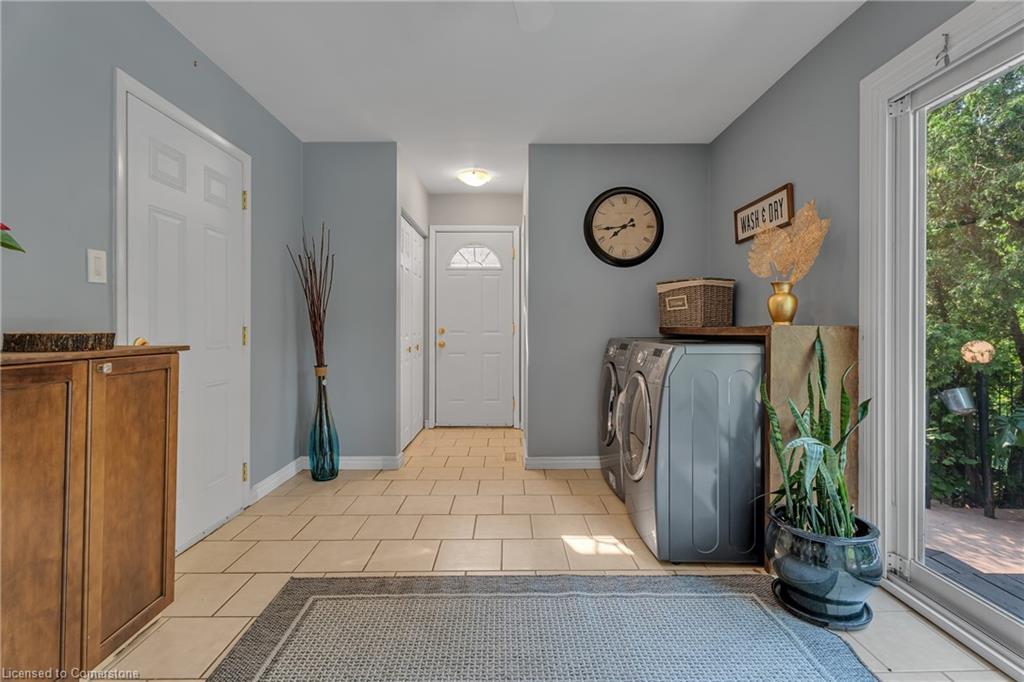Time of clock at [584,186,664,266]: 7:43
